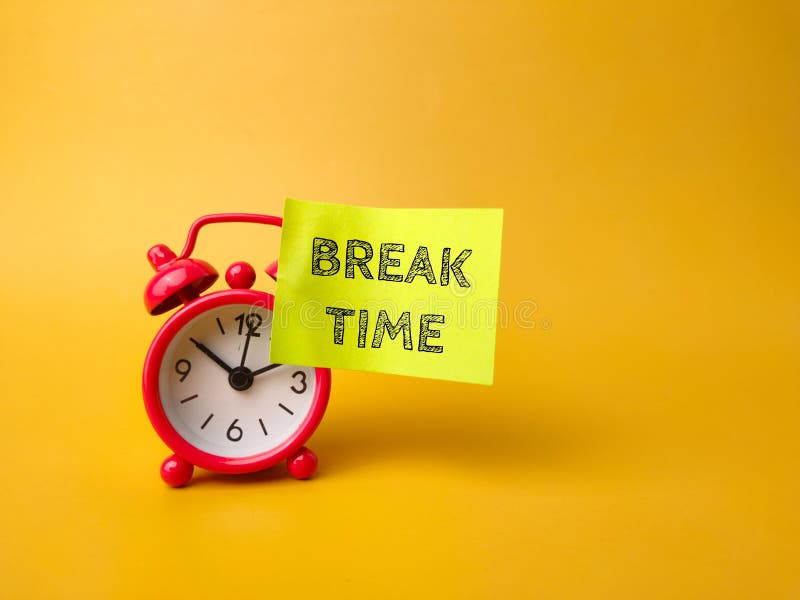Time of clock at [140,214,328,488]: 1:50
